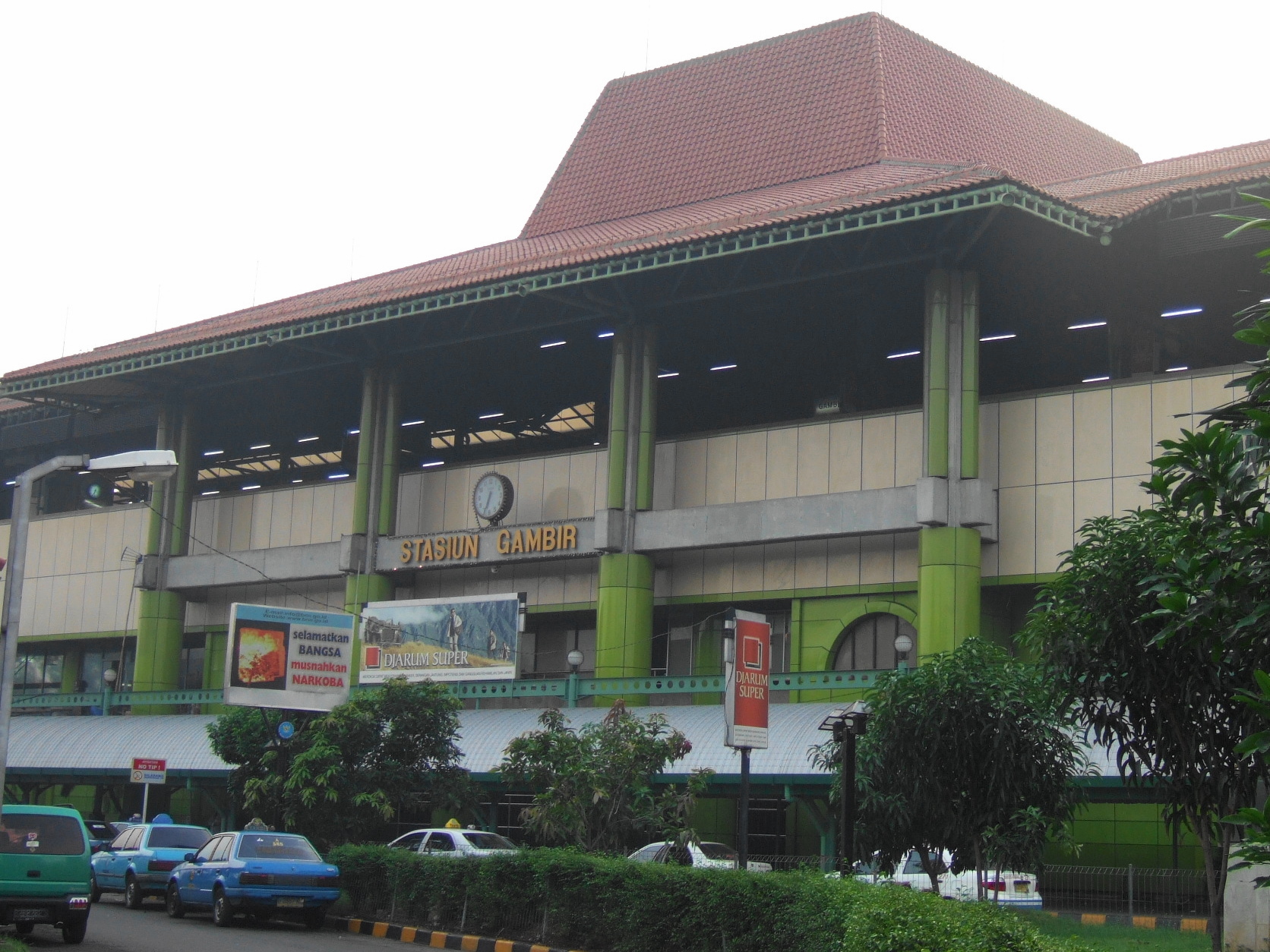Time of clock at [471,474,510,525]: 6:33
